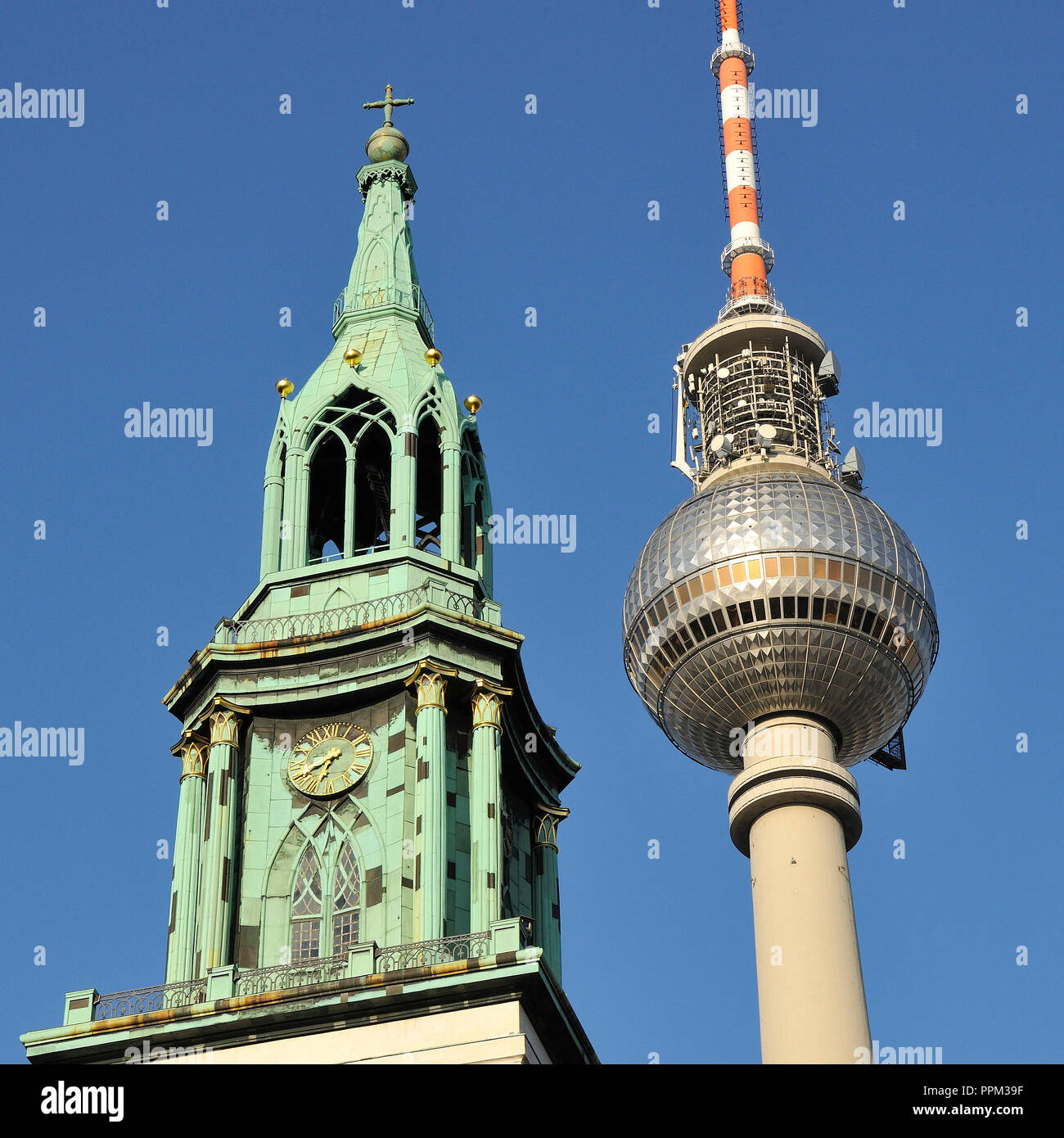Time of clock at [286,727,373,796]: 6:40
